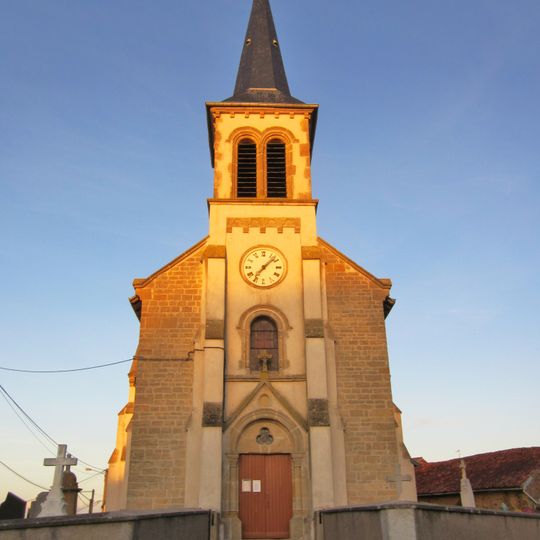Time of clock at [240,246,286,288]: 7:07
